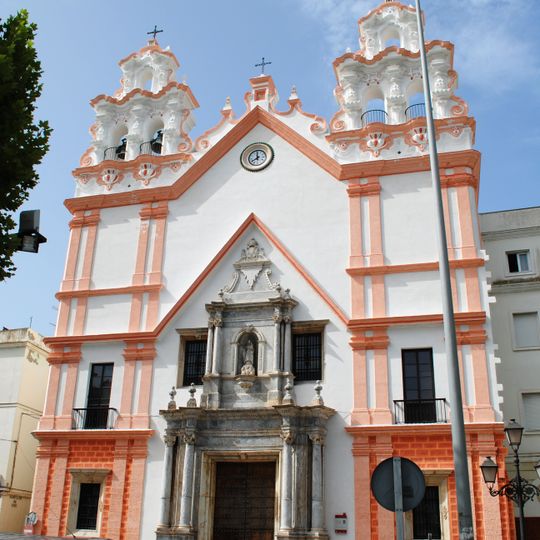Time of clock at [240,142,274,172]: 7:59
